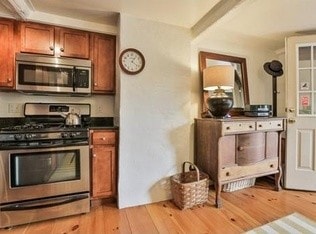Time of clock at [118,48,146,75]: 1:21
